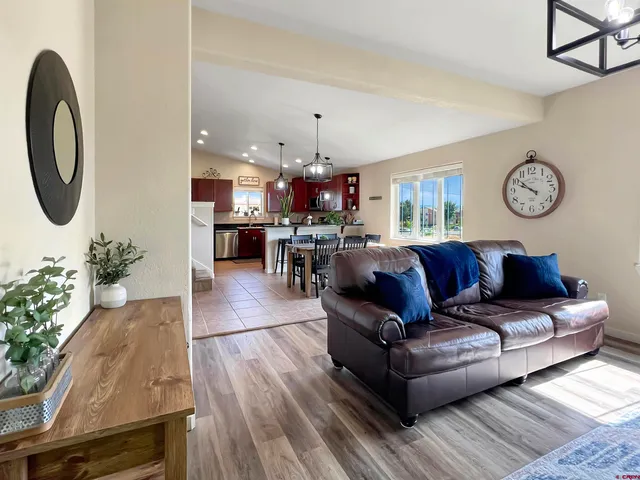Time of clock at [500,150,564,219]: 9:51
